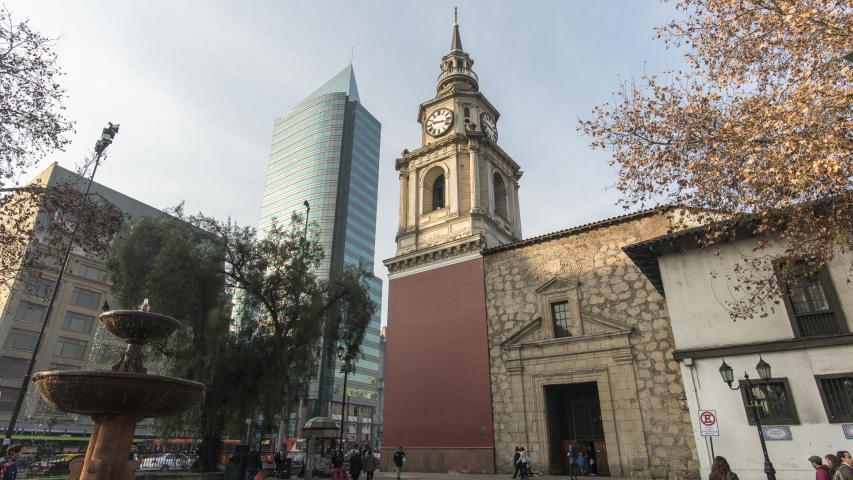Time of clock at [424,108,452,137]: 9:17
